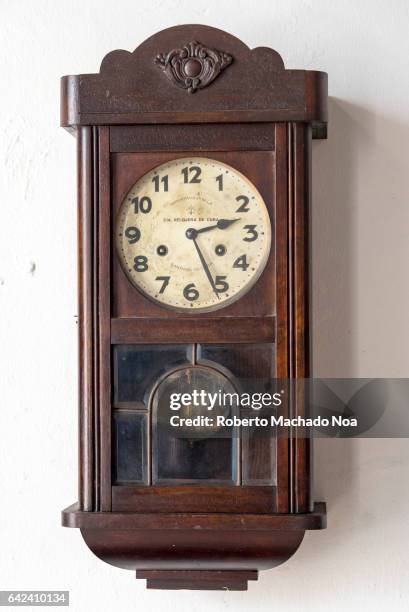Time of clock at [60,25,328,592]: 2:25
